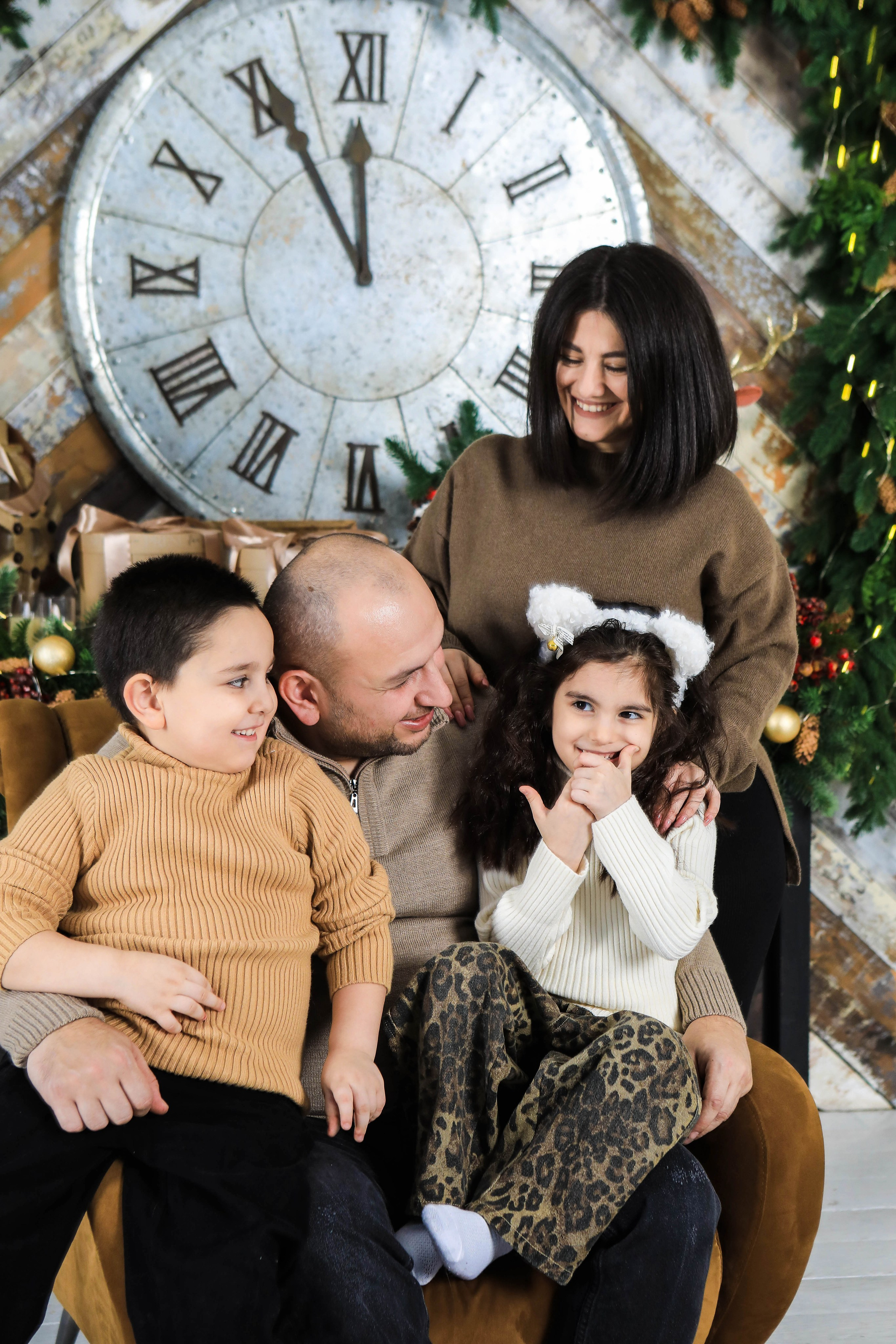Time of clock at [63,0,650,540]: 11:55
